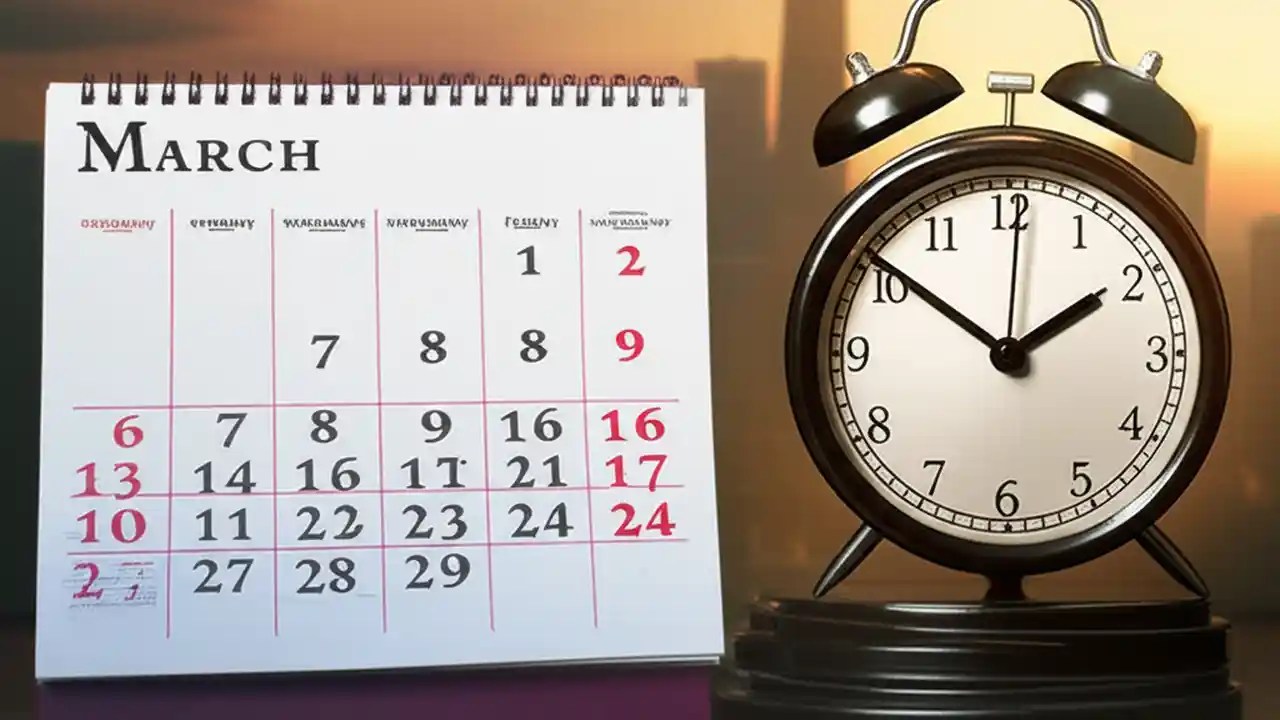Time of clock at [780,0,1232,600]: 1:50
